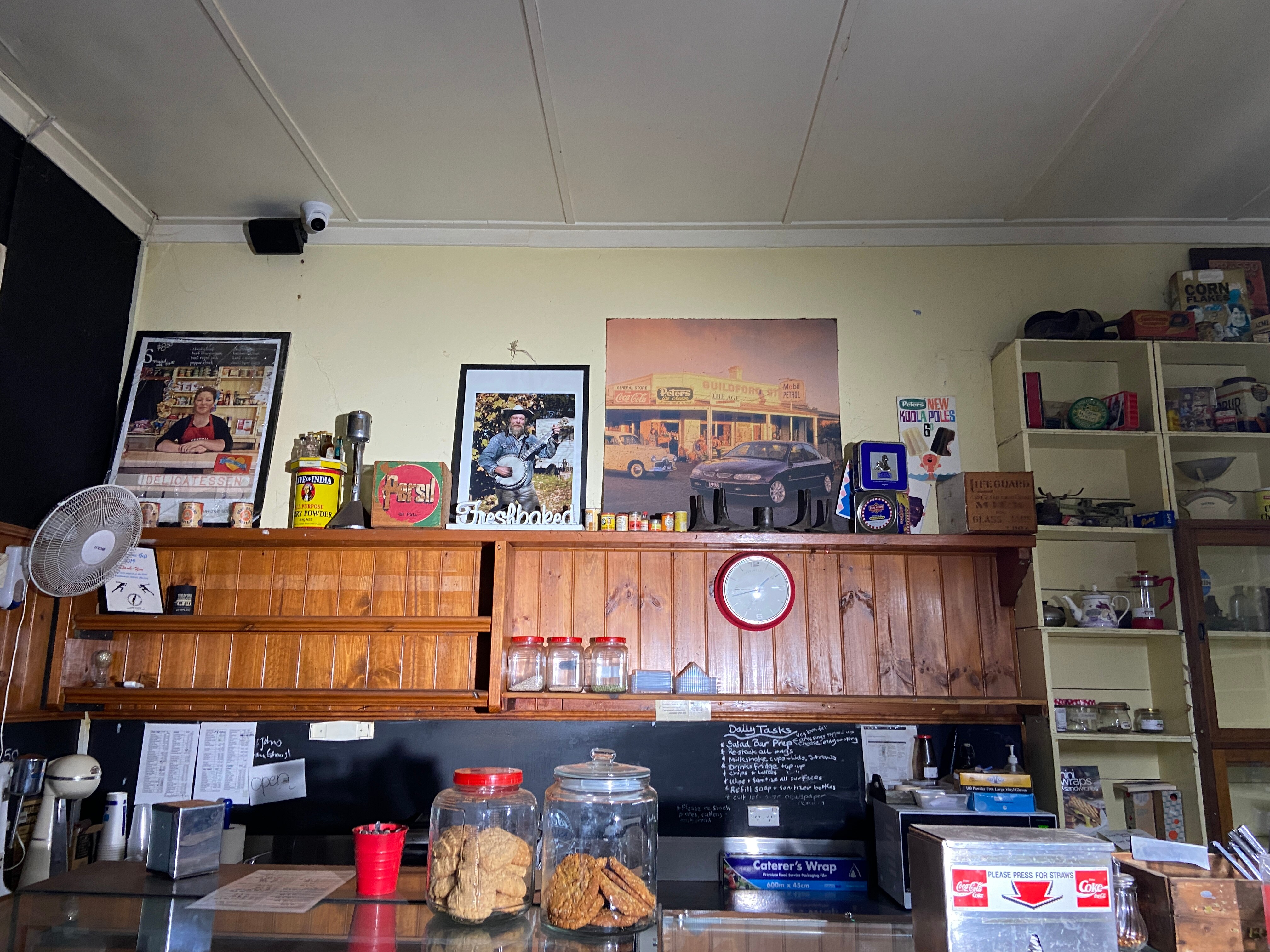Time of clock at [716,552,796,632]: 1:44
